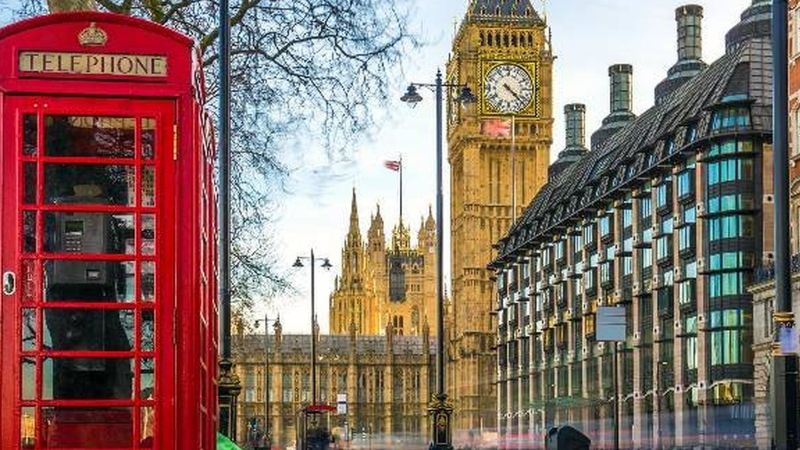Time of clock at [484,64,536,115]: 4:22
